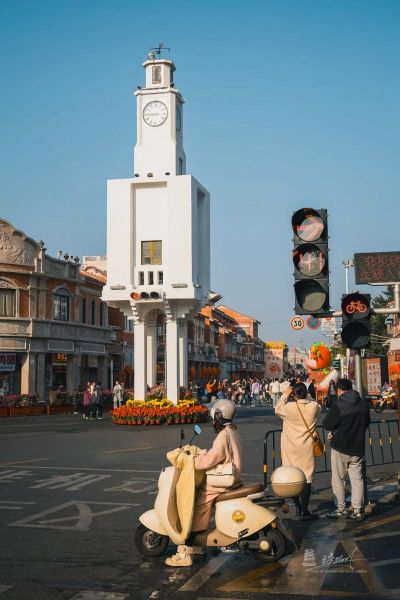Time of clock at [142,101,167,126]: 8:45
